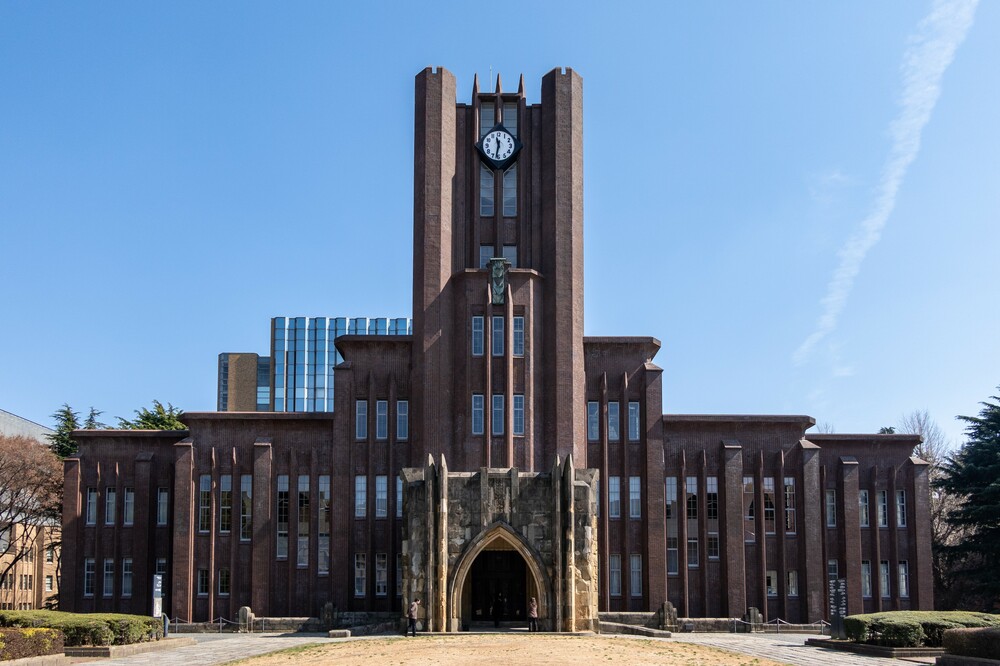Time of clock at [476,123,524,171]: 11:32
